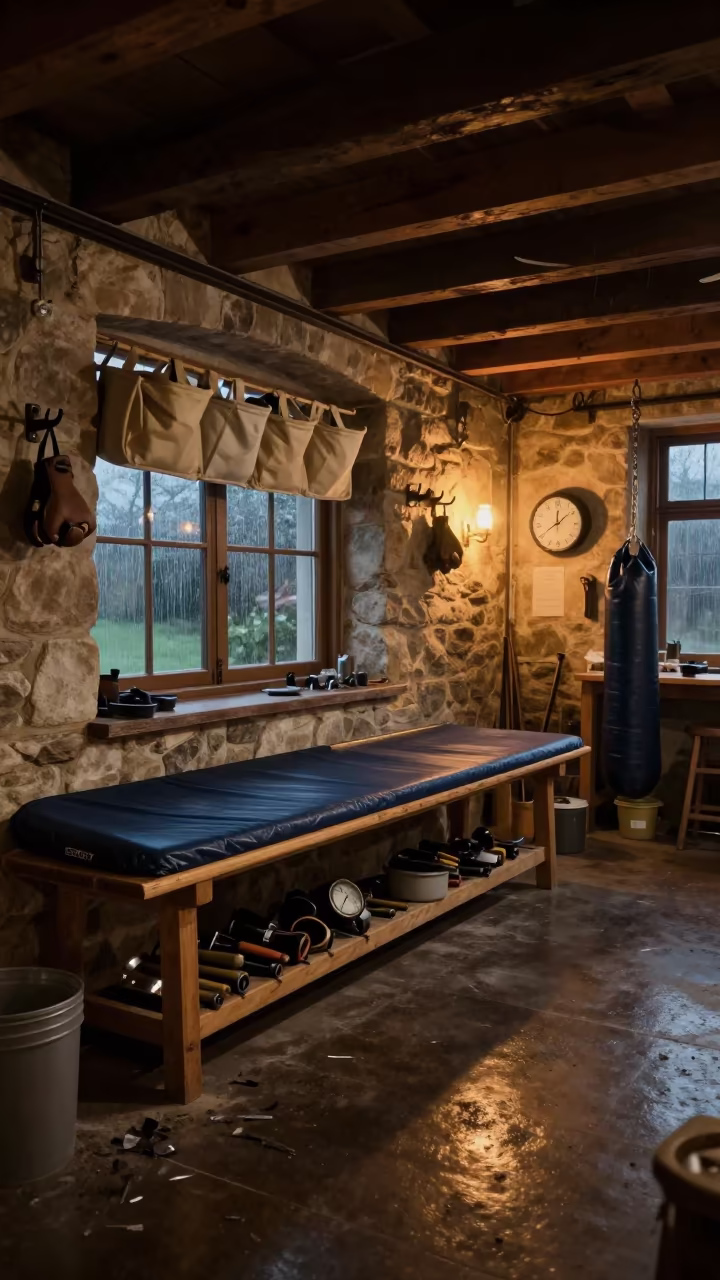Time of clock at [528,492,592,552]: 12:08
